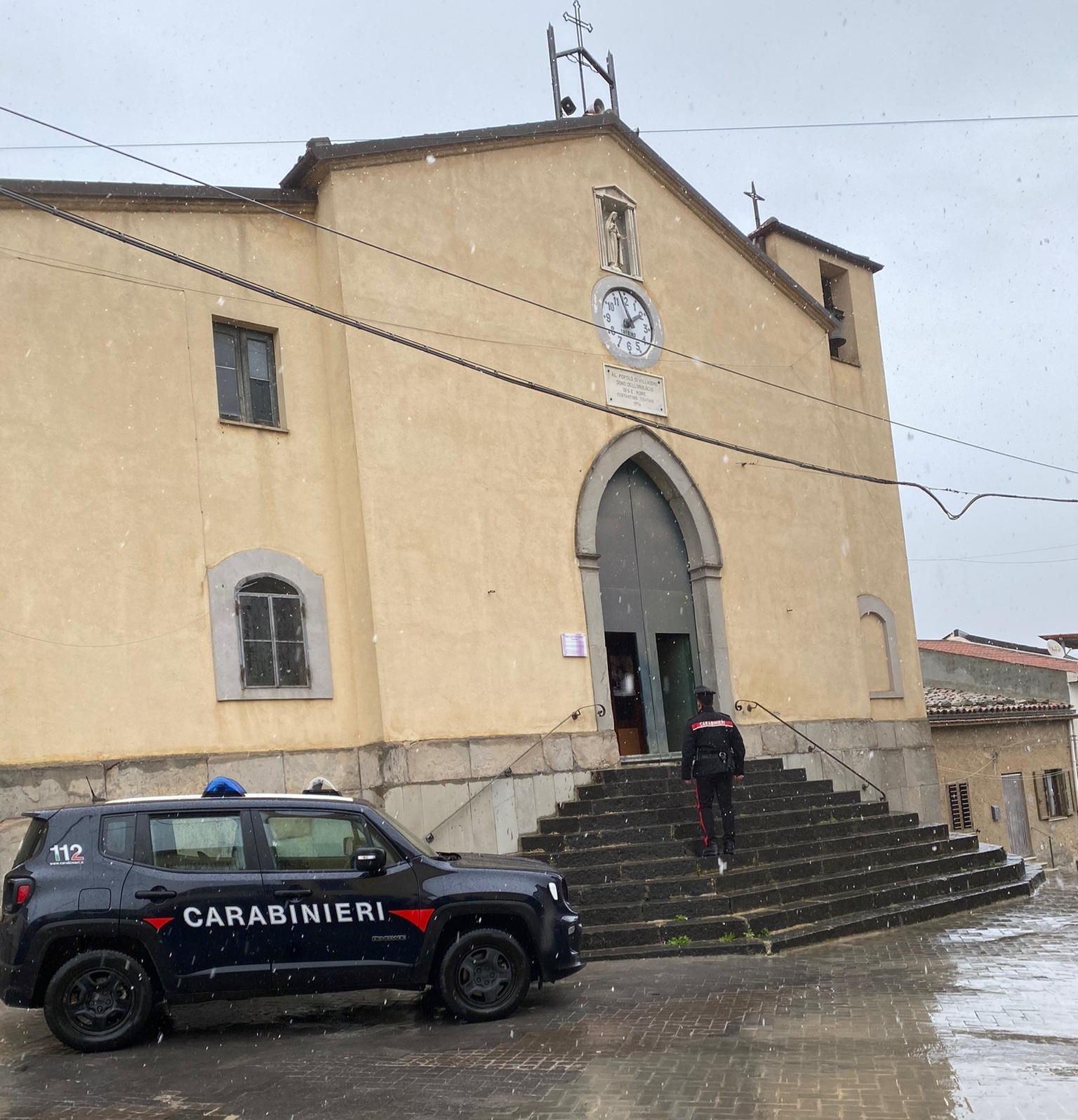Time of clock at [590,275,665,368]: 1:57
